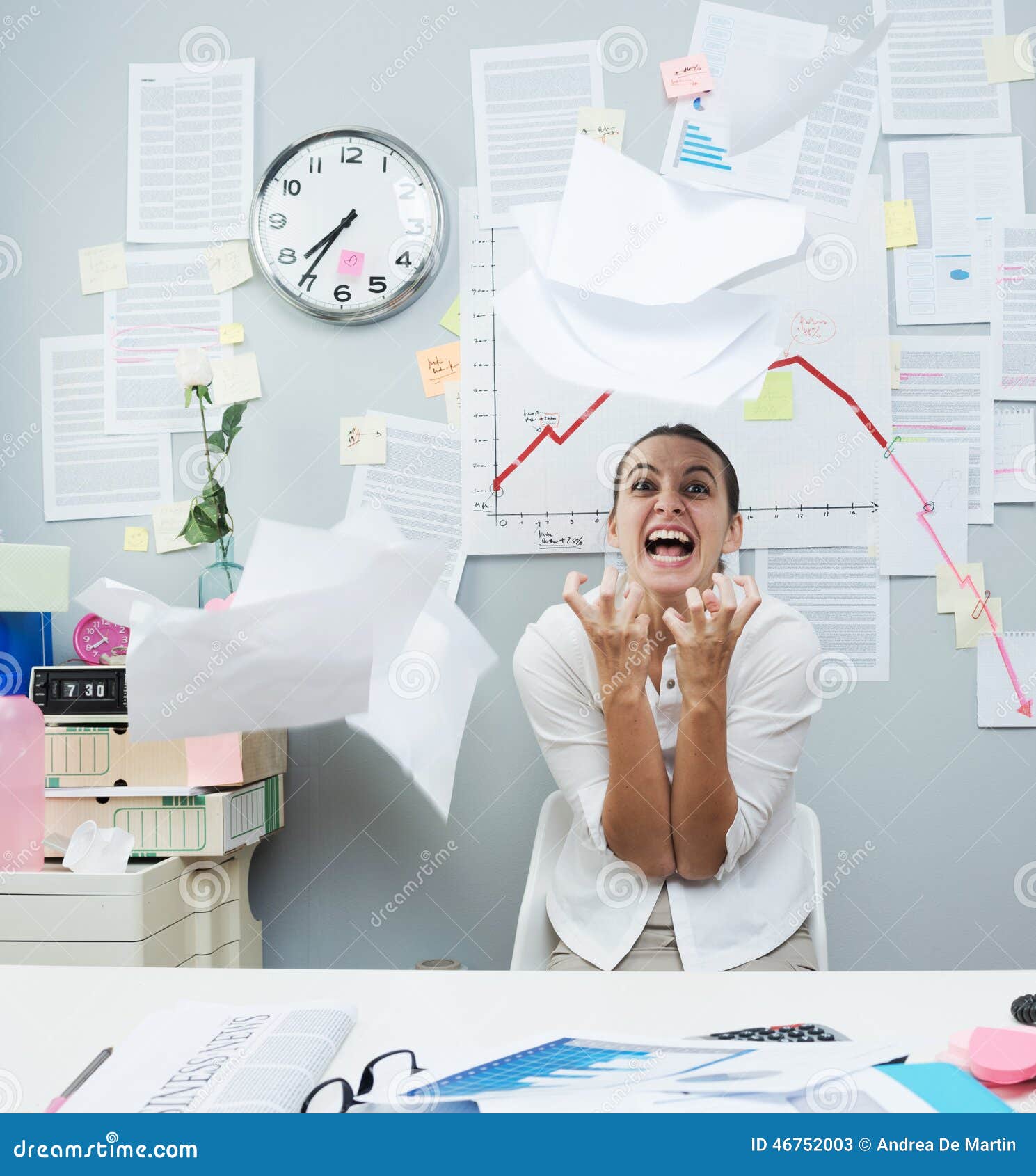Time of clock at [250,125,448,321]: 7:35
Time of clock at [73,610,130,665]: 7:53
